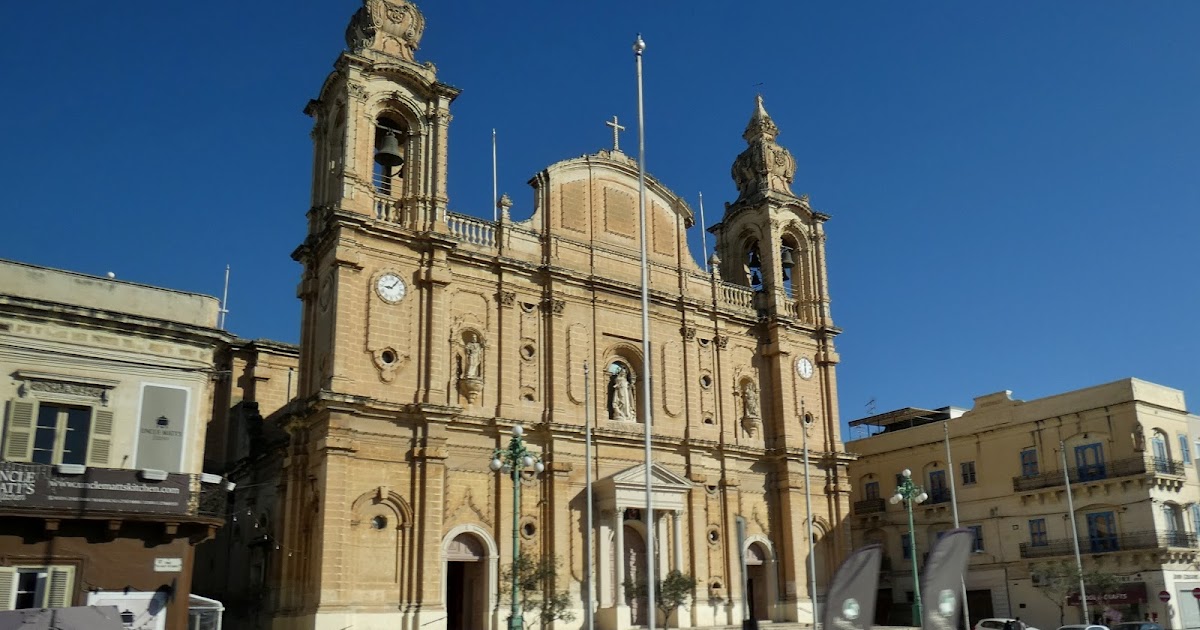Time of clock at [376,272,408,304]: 9:07
